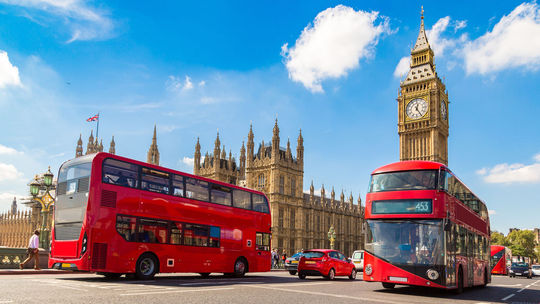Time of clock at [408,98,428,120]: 12:24
